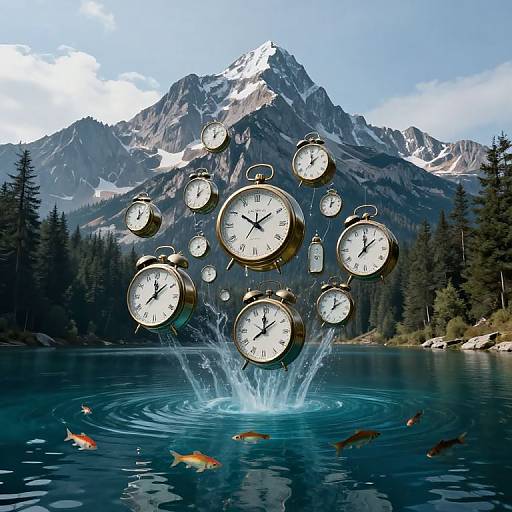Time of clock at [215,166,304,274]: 1:50
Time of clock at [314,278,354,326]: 12:09
